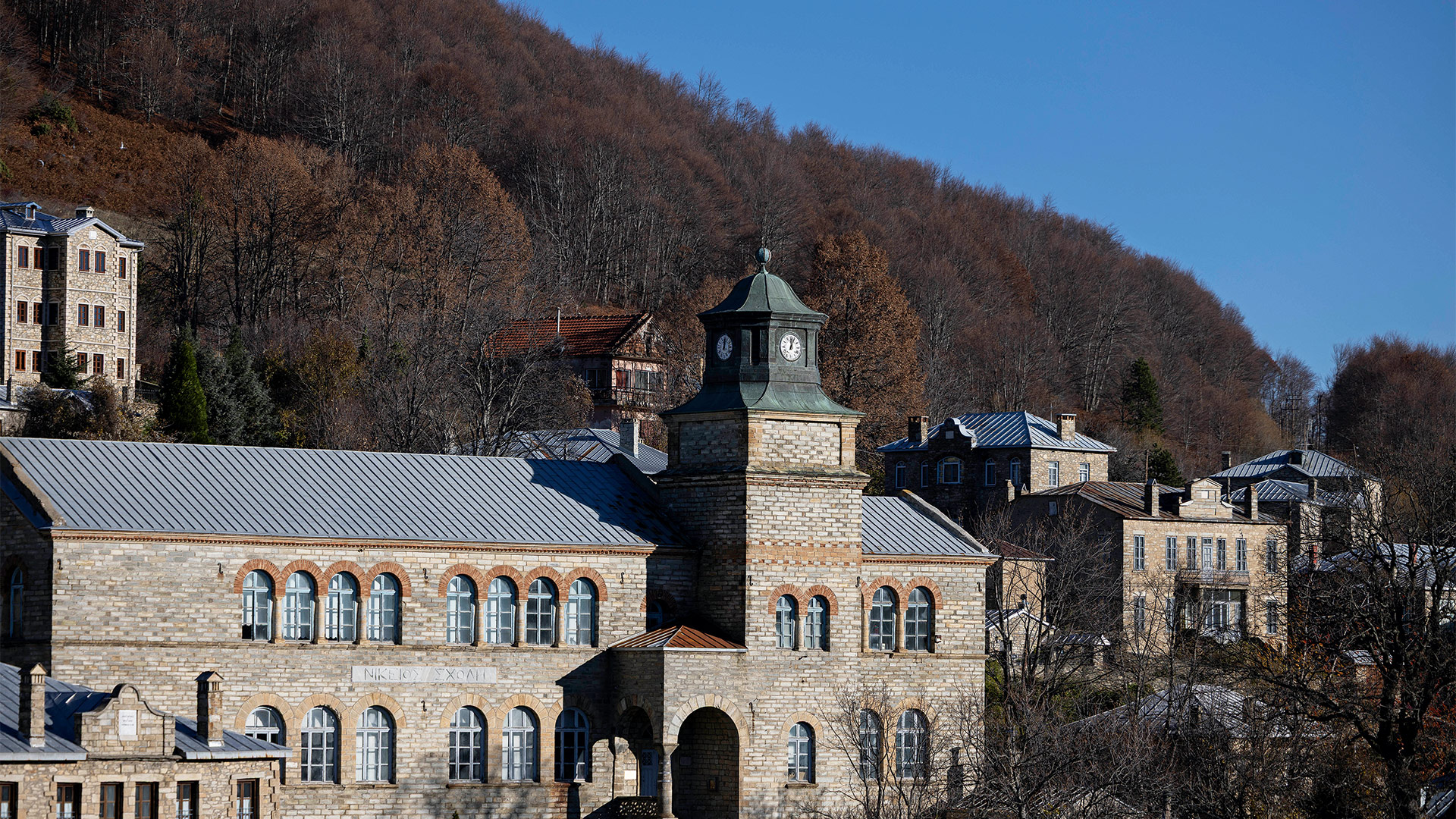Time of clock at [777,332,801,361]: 12:04
